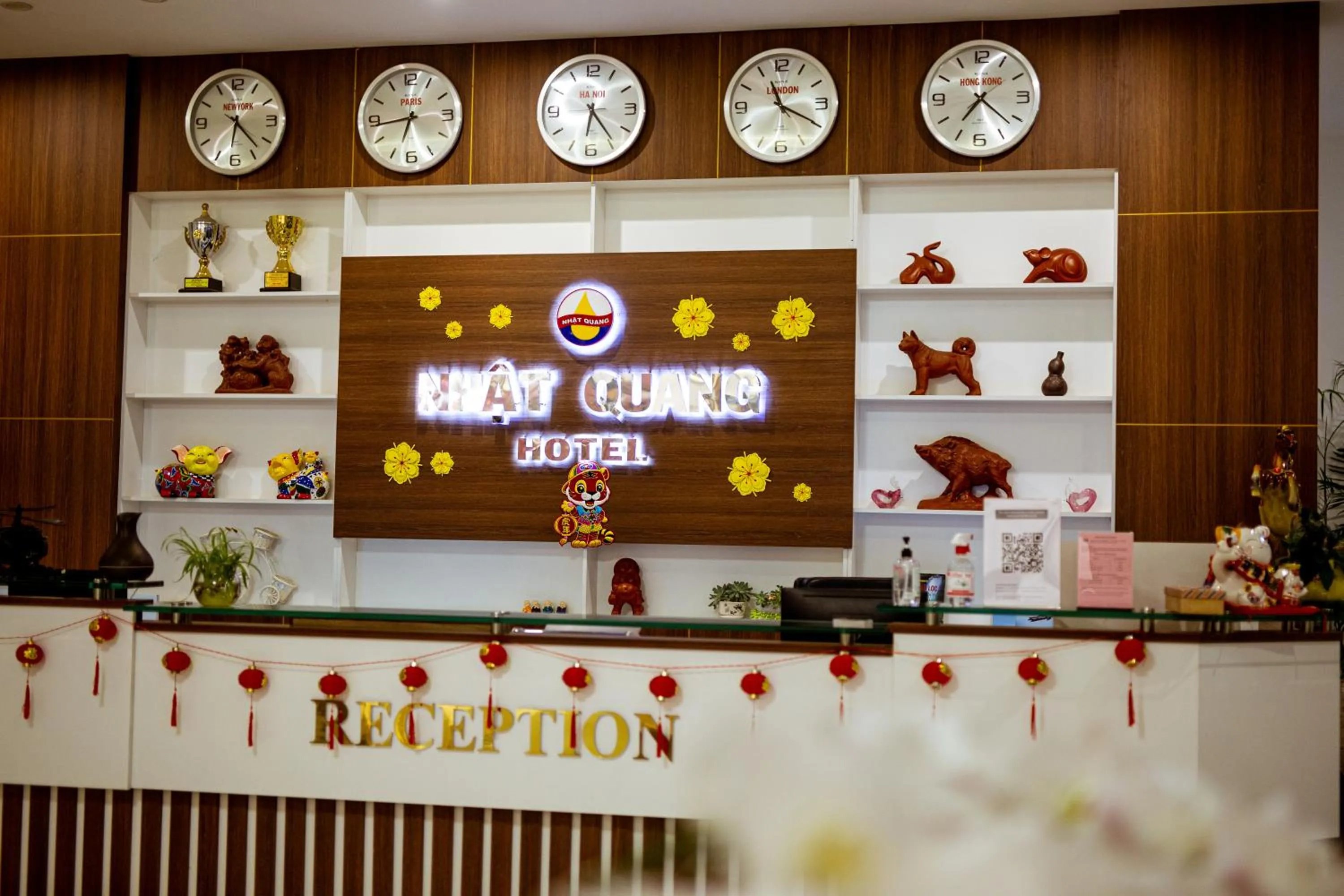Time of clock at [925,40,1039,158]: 7:21
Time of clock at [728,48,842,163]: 11:19
